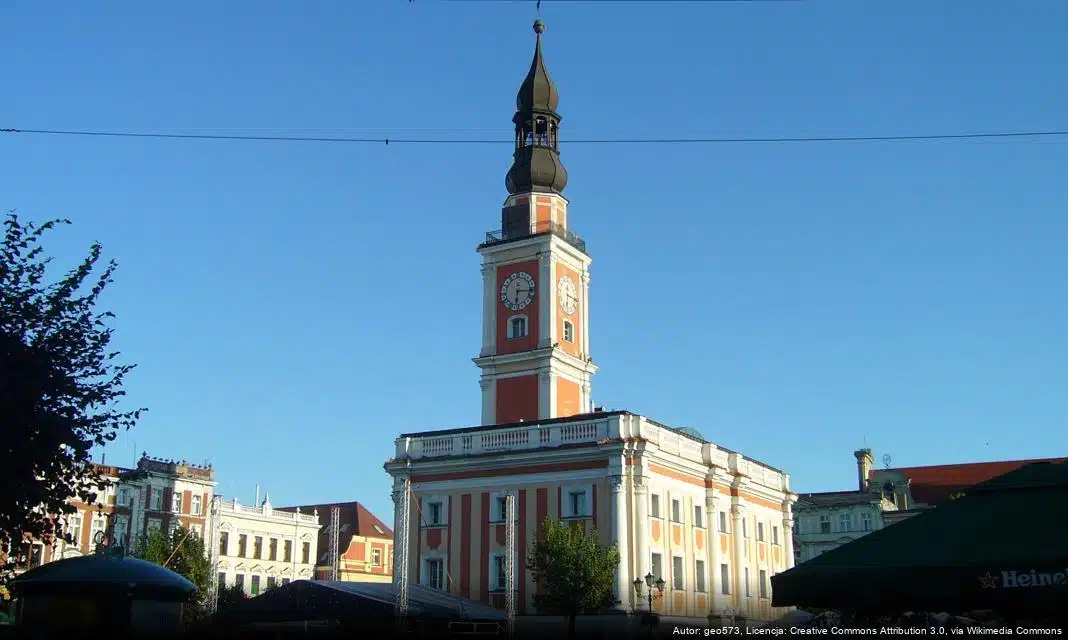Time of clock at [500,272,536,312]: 6:15
